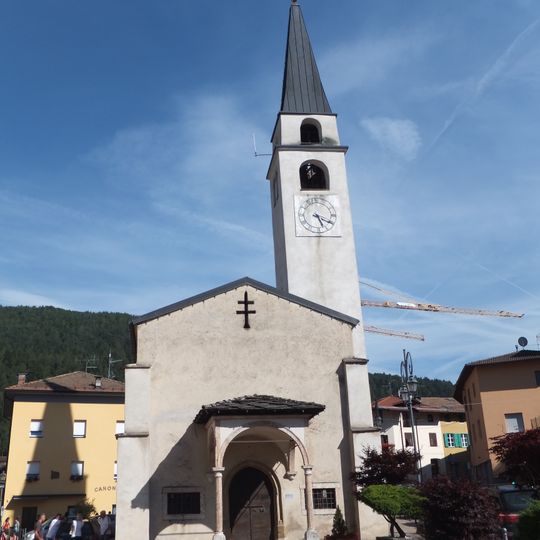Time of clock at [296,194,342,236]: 5:19
